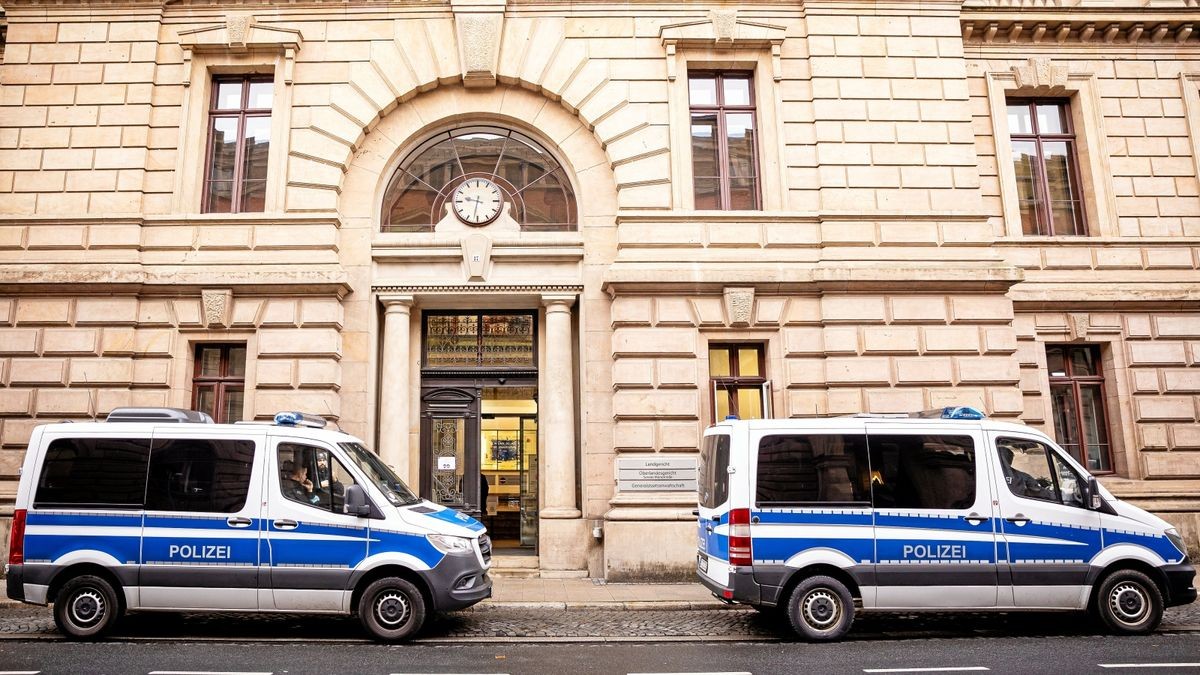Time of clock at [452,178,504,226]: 9:32
